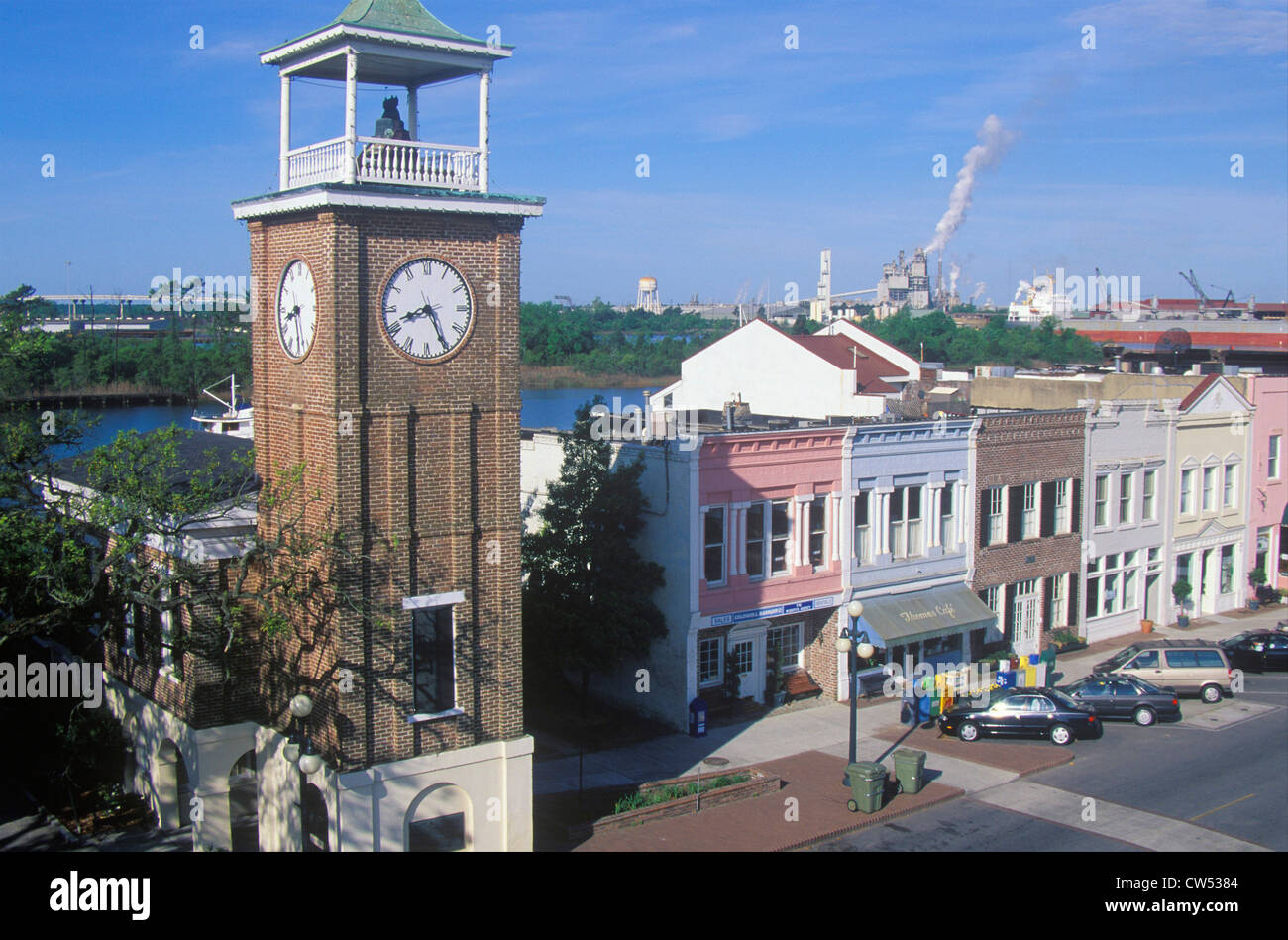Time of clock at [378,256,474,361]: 8:25
